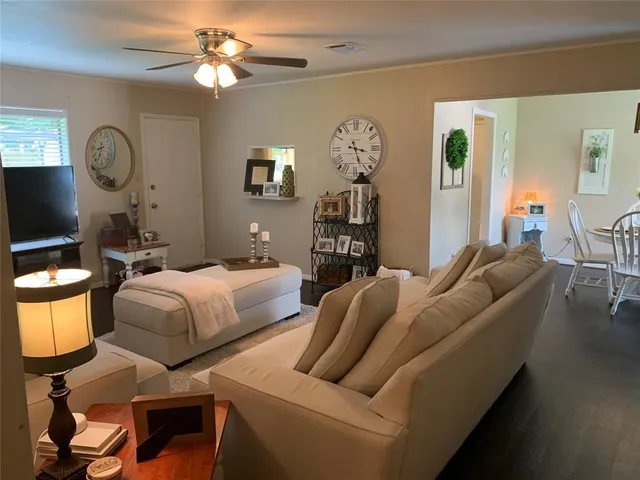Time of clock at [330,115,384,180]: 3:26
